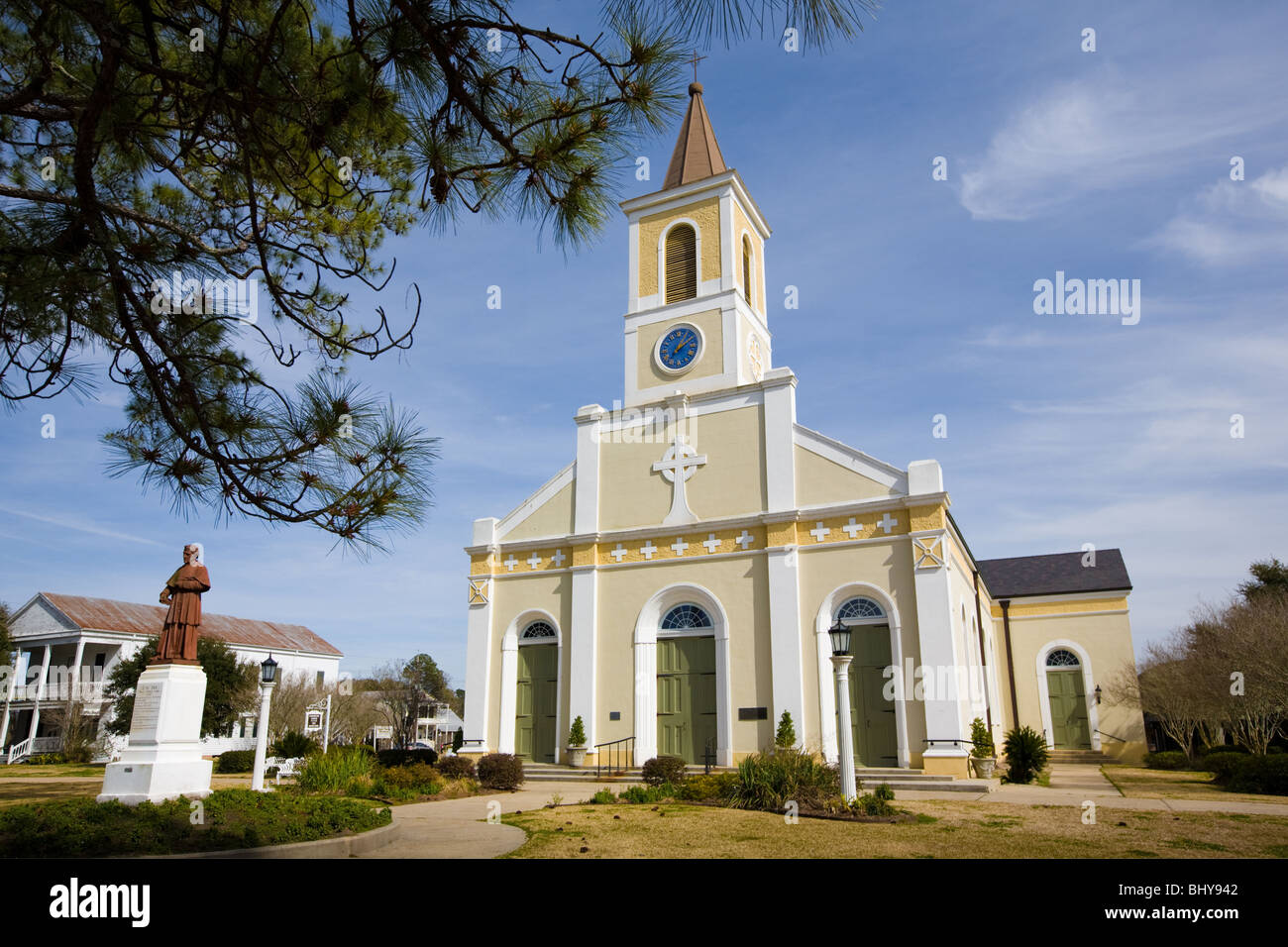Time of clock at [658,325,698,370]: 1:09
